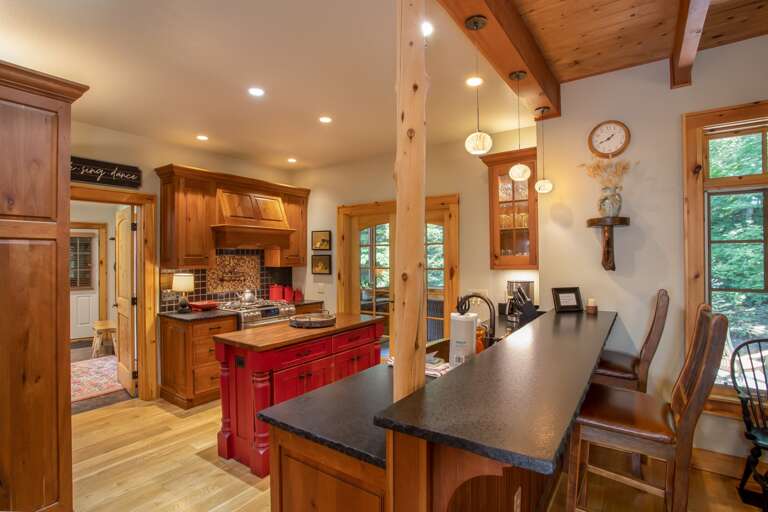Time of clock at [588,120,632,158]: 1:41
